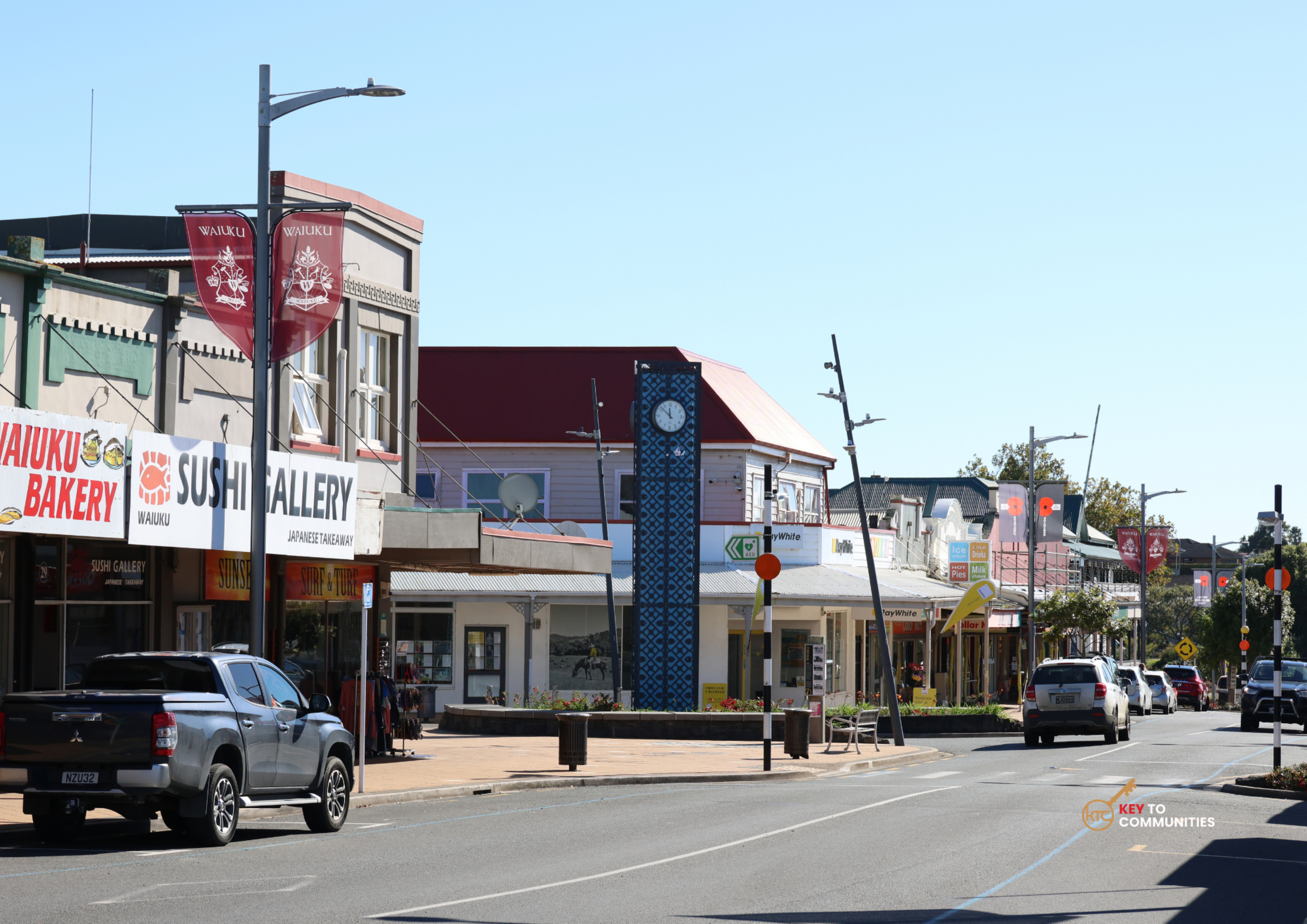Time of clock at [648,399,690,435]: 11:52
